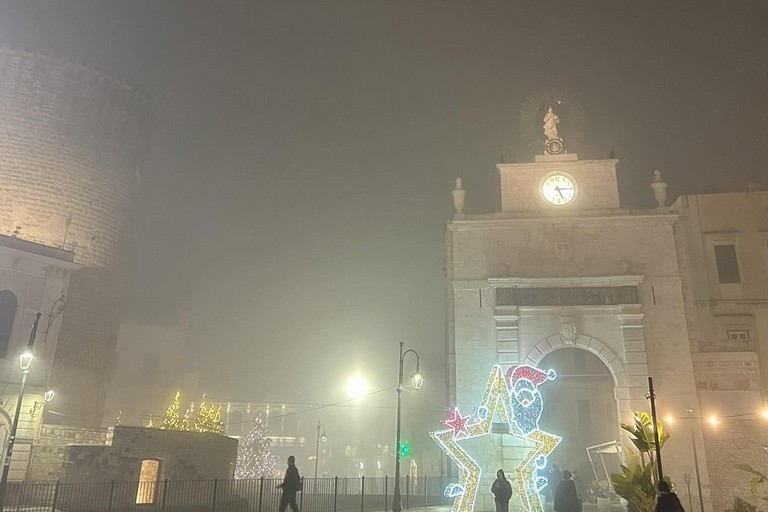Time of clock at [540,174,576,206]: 5:14
